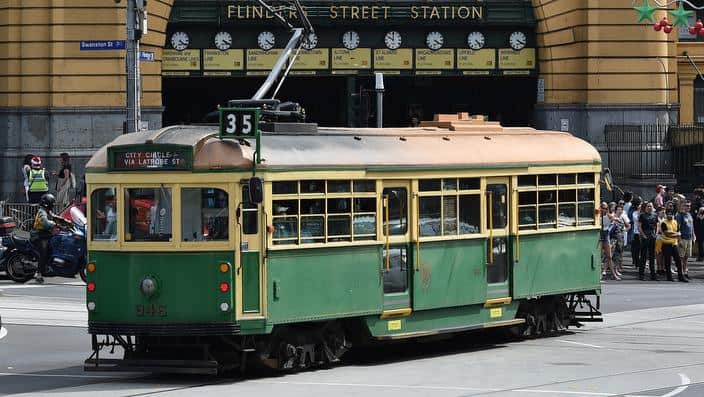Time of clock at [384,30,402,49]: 10:00
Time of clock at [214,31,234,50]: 4:20
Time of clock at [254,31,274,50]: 4:21
